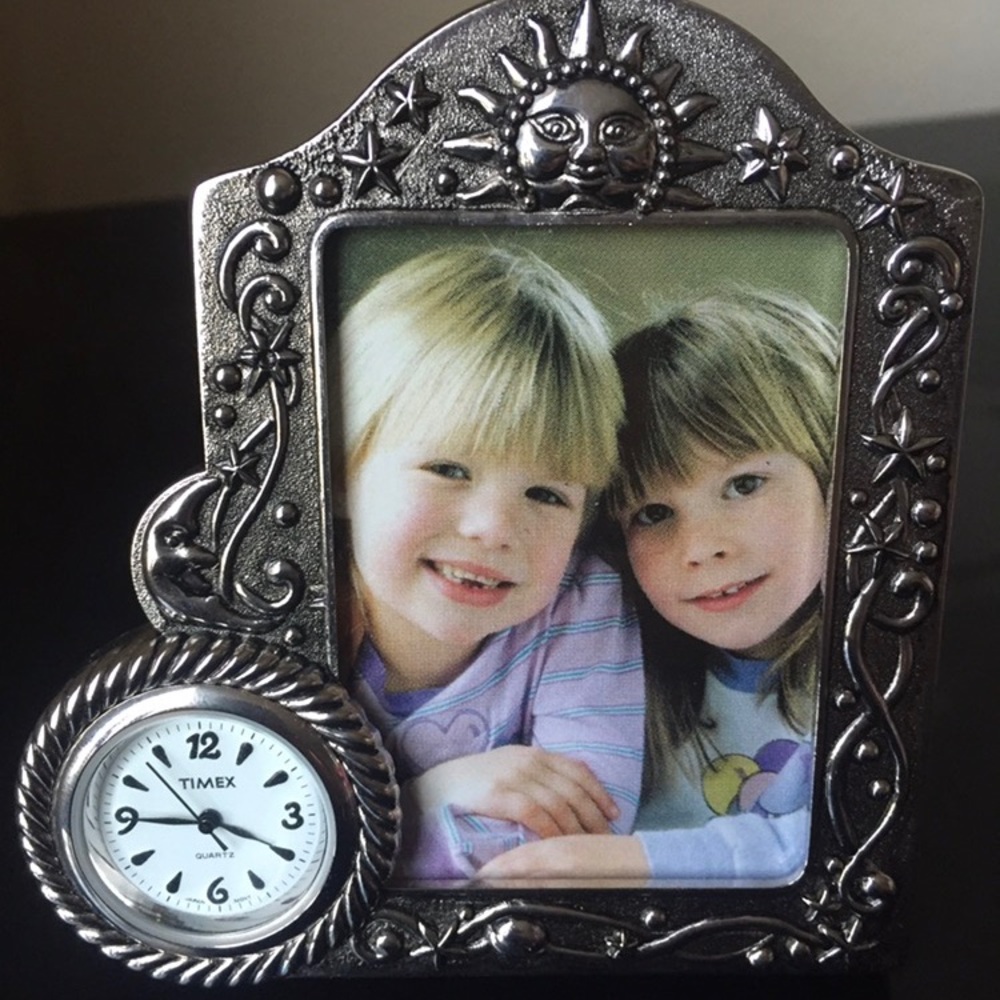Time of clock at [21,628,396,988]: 3:45
